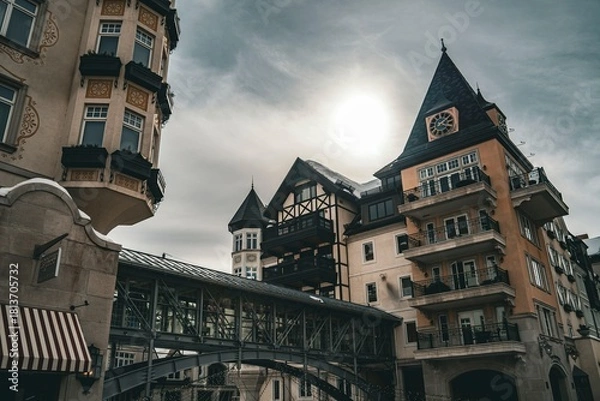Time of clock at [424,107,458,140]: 4:08
